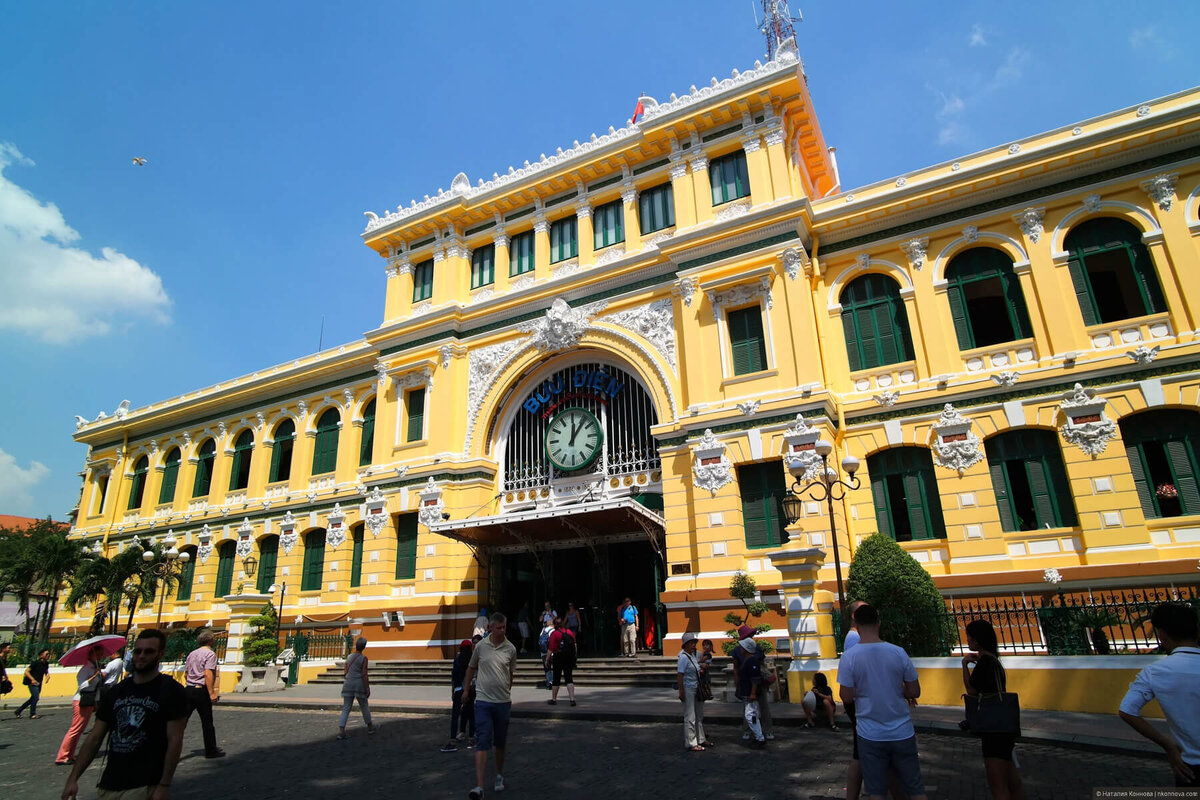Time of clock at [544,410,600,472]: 12:06
